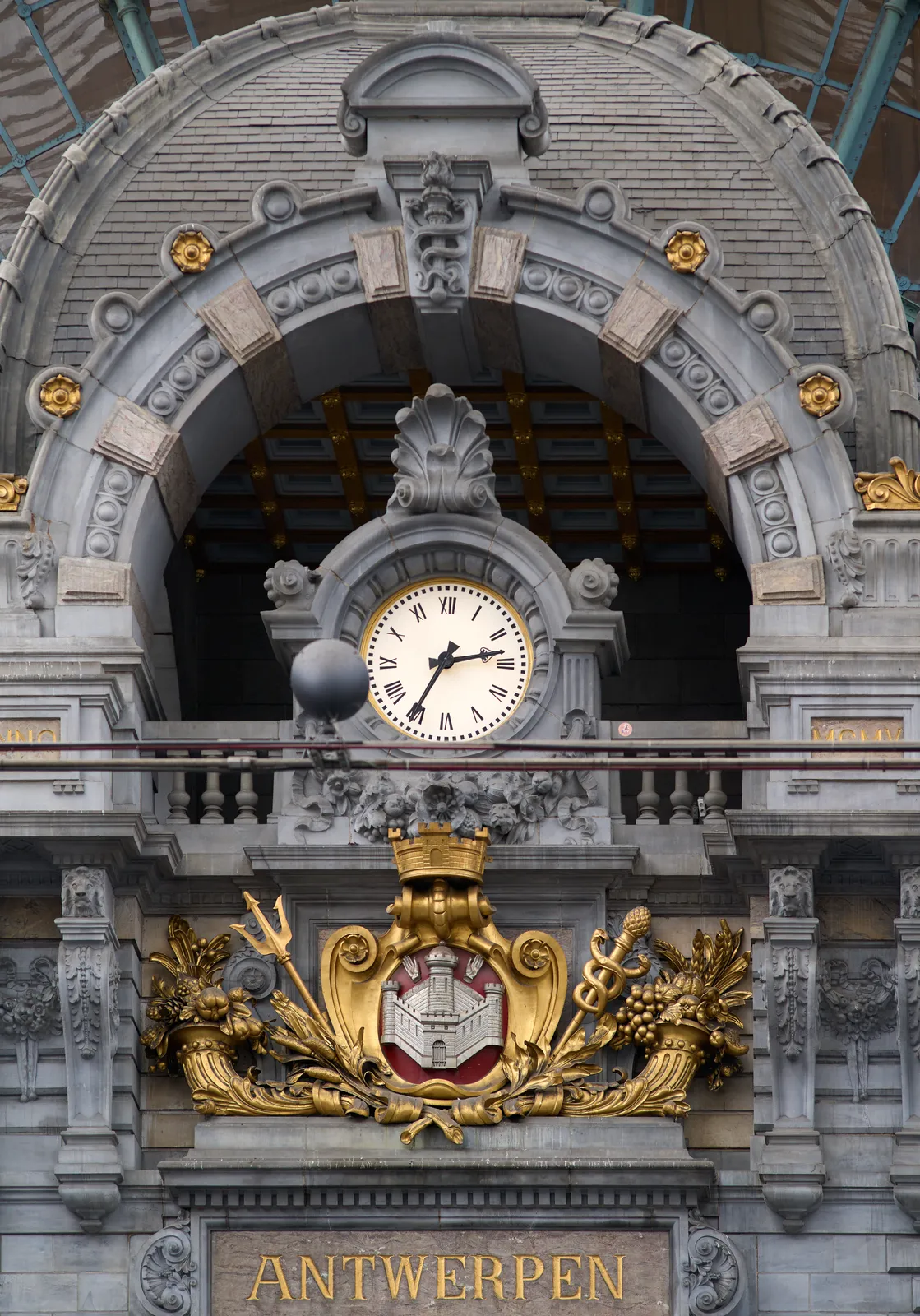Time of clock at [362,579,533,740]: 2:35
